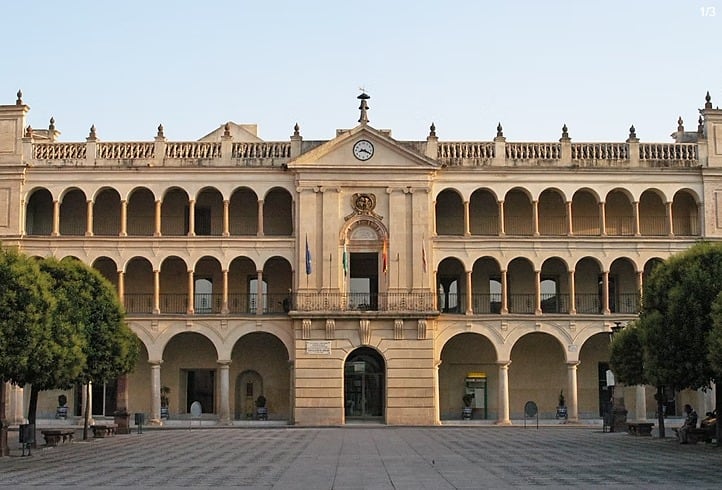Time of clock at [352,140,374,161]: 8:19
